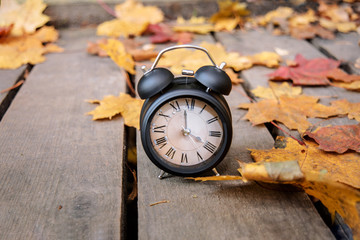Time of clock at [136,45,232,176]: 3:58
